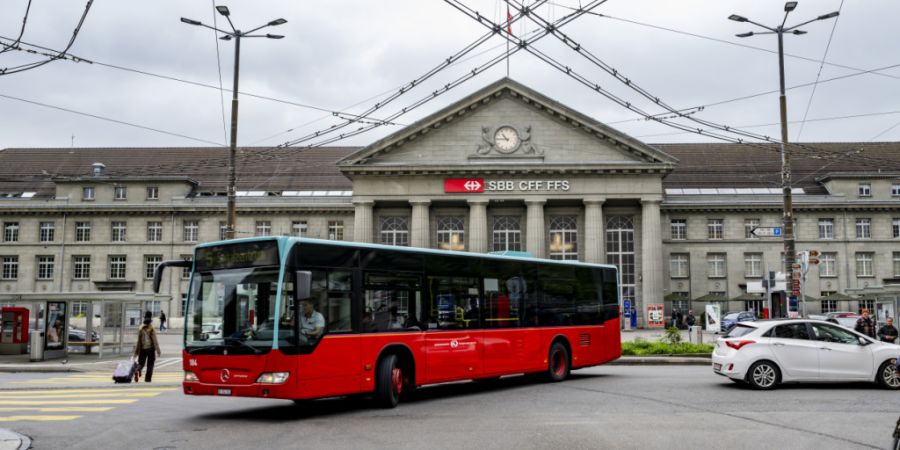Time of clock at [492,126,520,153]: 10:45
